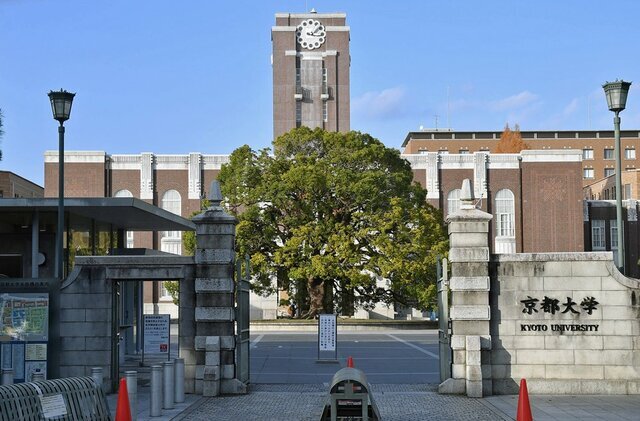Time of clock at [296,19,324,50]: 1:16
